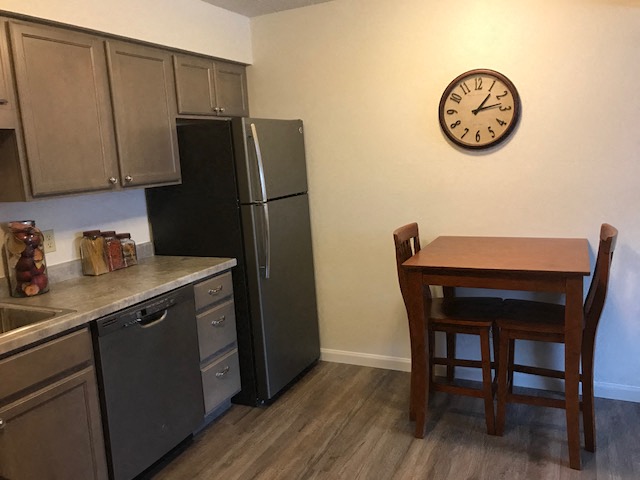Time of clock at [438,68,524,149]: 1:12
